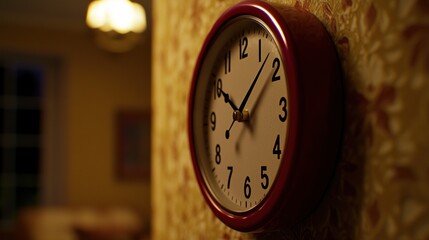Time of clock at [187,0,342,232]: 10:07
